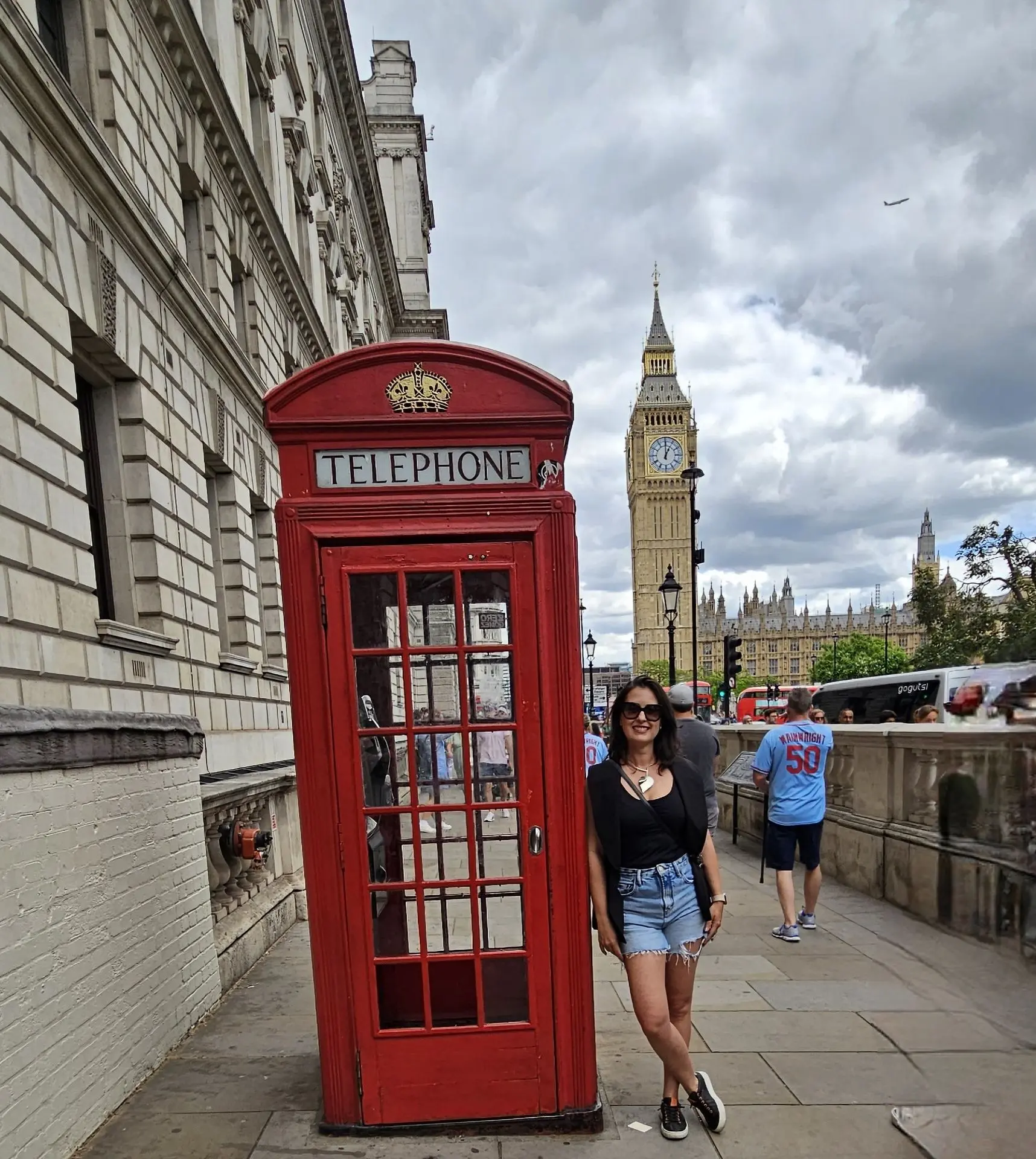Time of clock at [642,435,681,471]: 1:00
